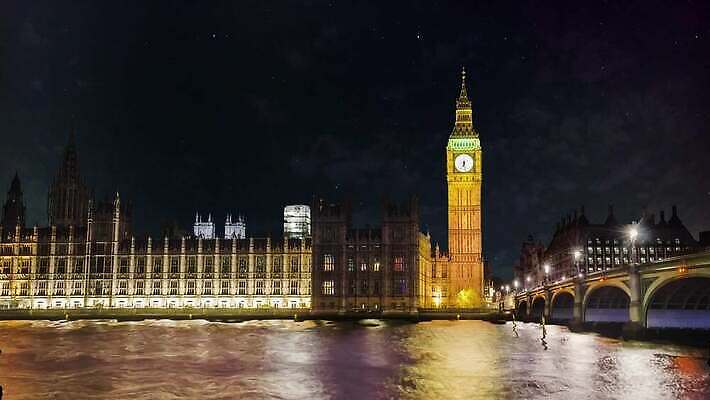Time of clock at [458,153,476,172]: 6:28
